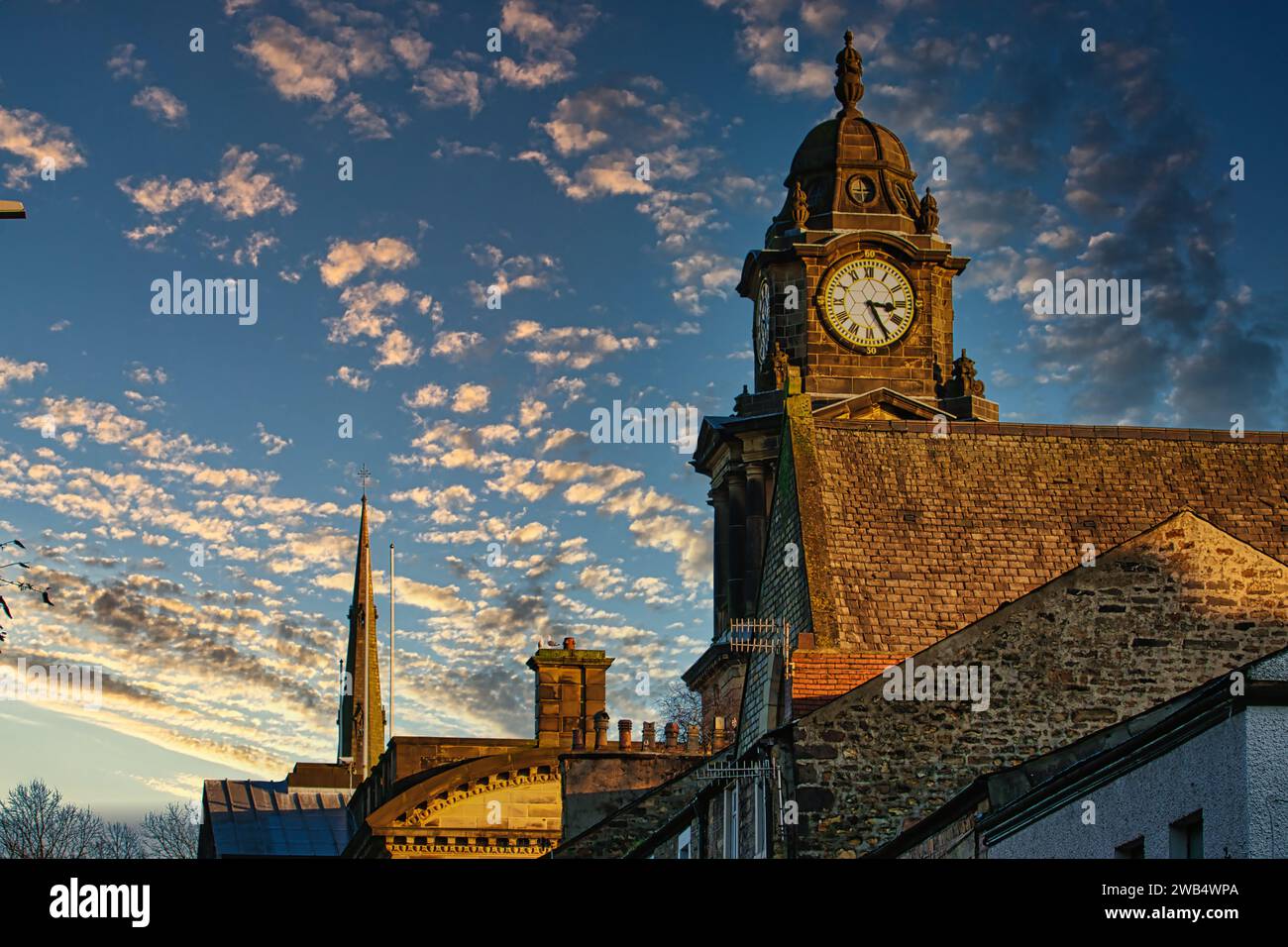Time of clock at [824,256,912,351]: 3:25
